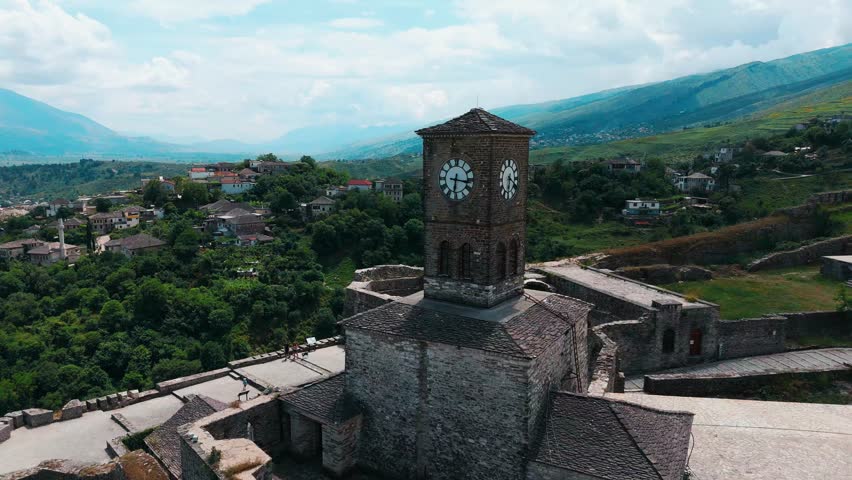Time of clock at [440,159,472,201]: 6:16
